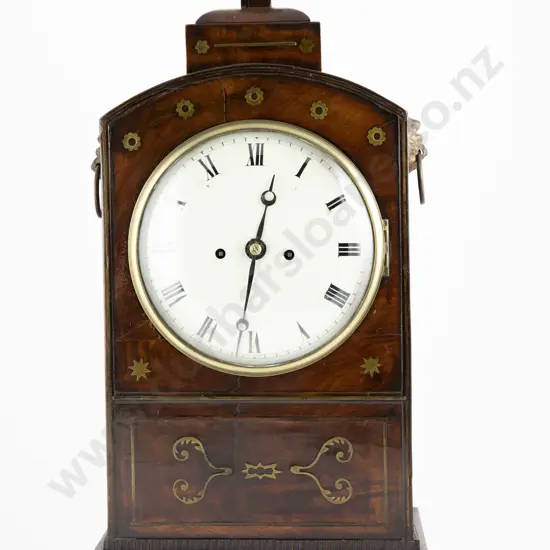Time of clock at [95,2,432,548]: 12:31
